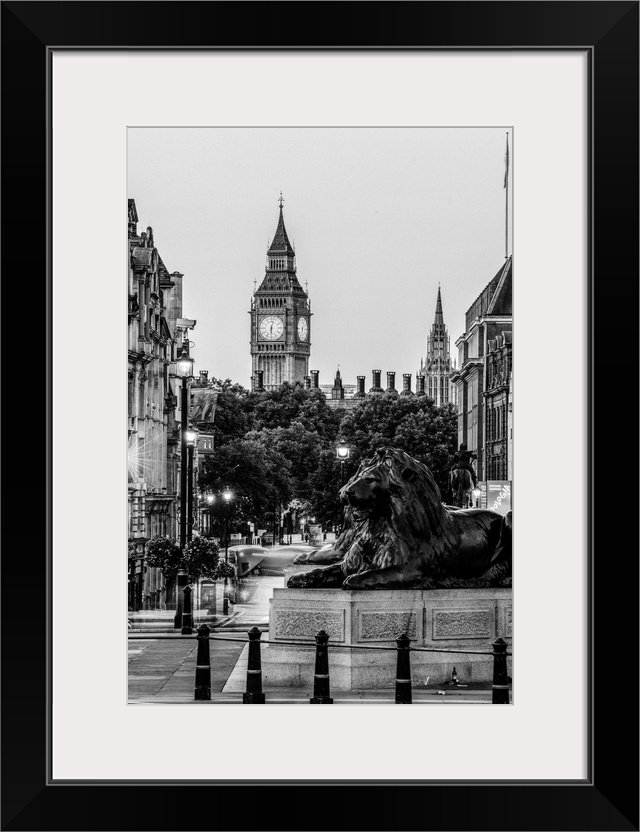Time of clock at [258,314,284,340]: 6:02
